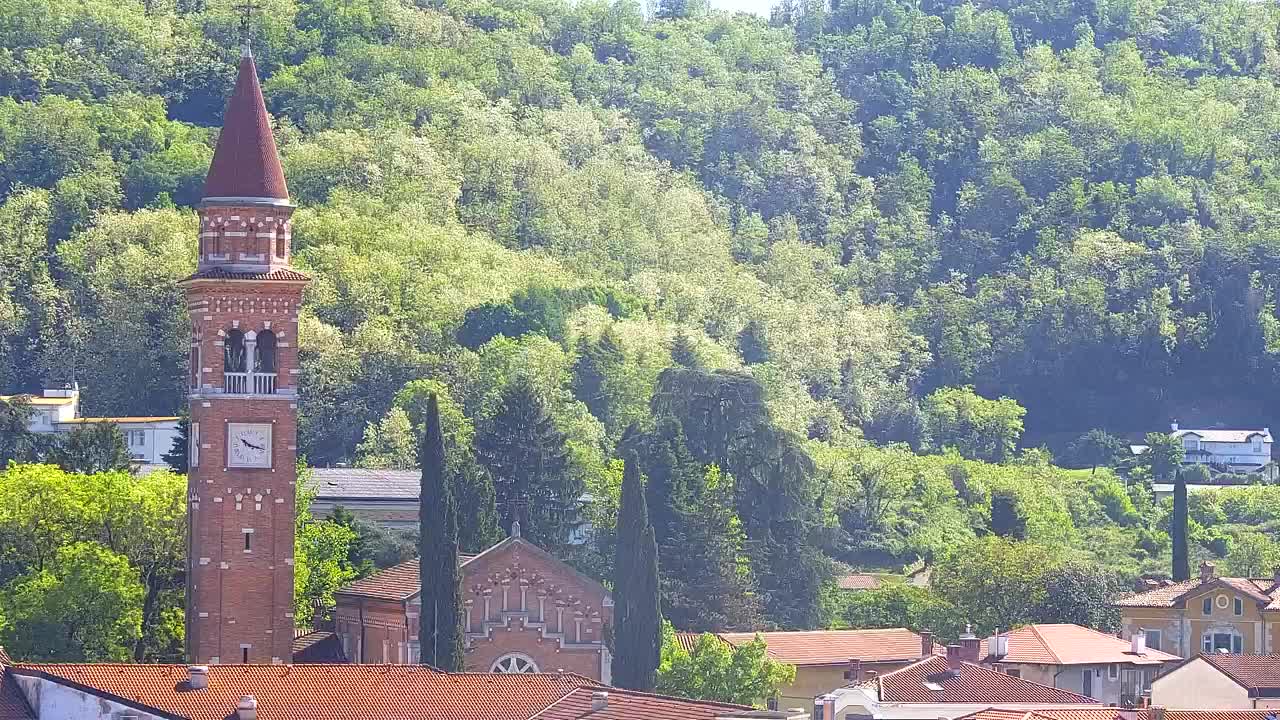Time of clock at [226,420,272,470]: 10:17
